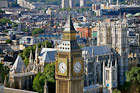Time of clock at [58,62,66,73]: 11:21
